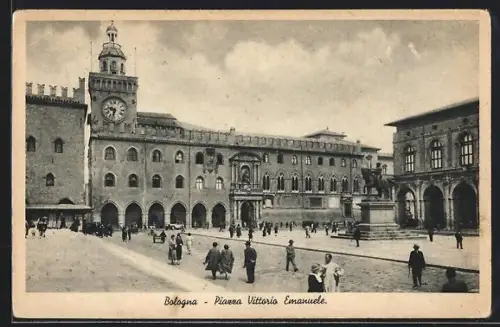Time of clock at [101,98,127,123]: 9:33
